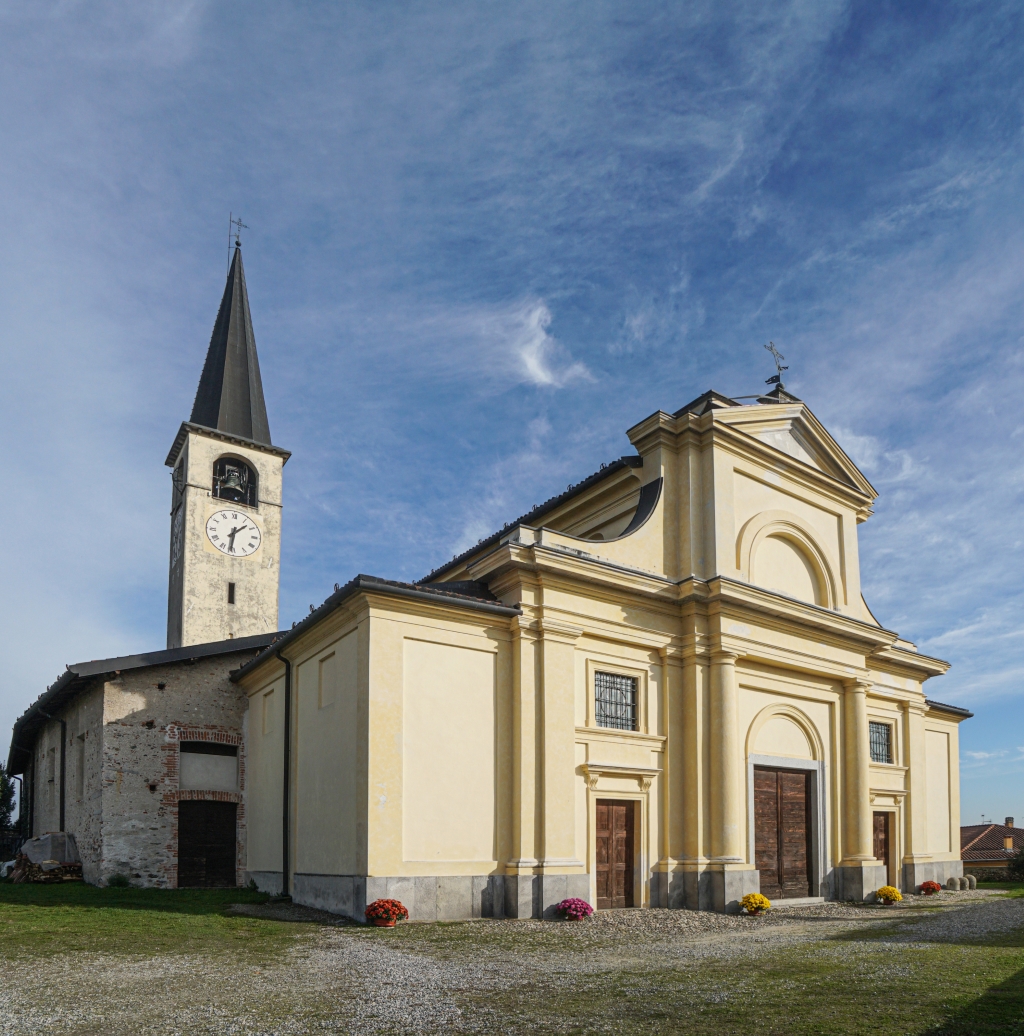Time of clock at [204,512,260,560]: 1:31
